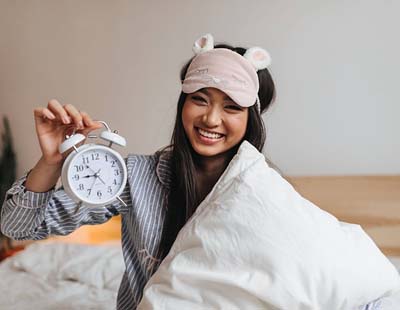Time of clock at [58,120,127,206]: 8:53
